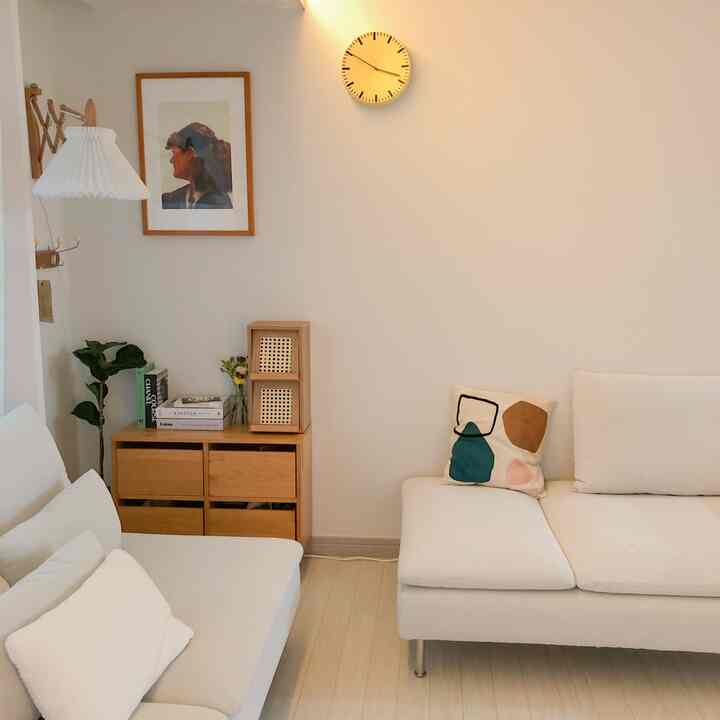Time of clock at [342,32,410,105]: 3:50
